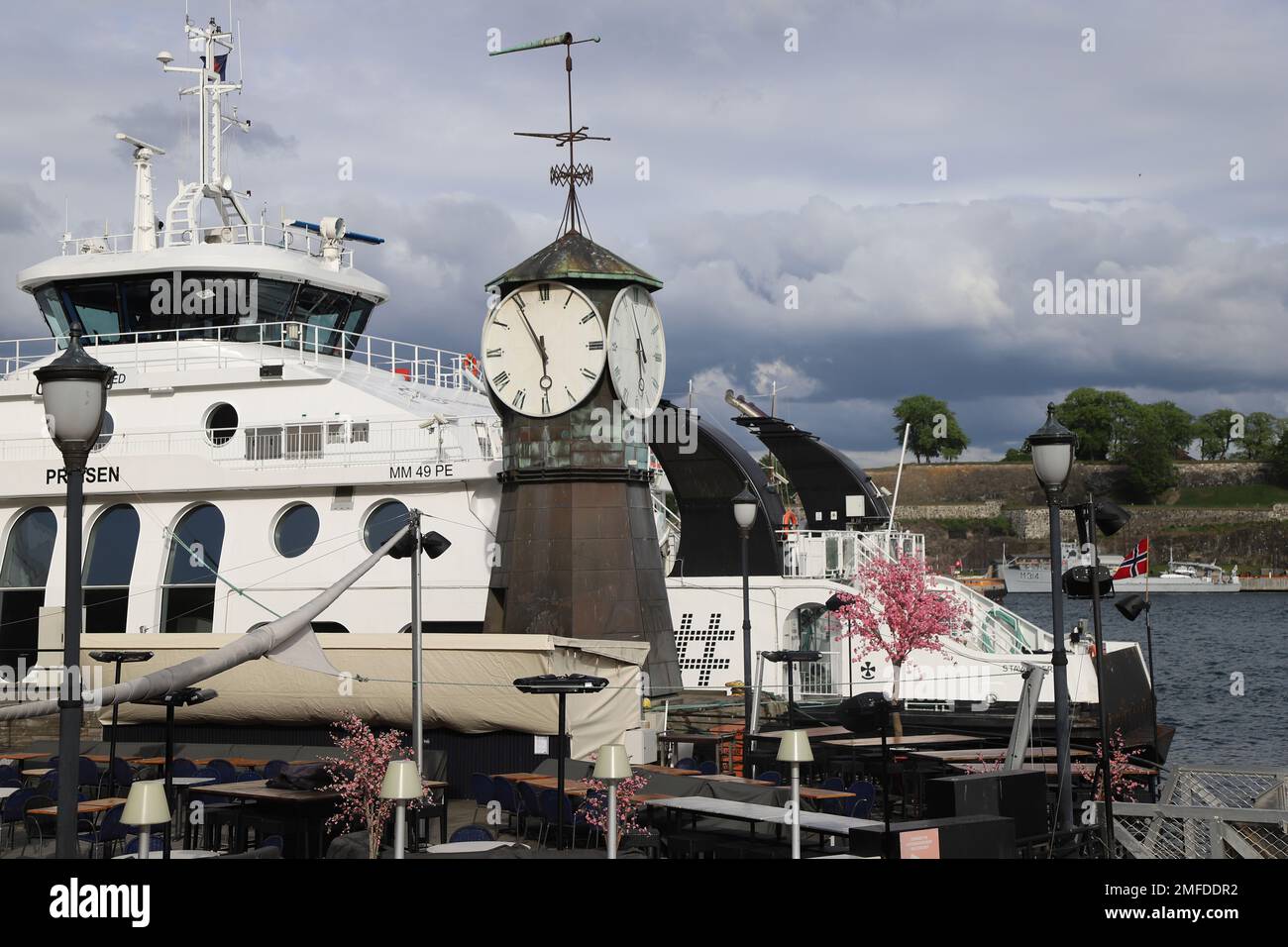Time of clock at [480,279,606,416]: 5:54
